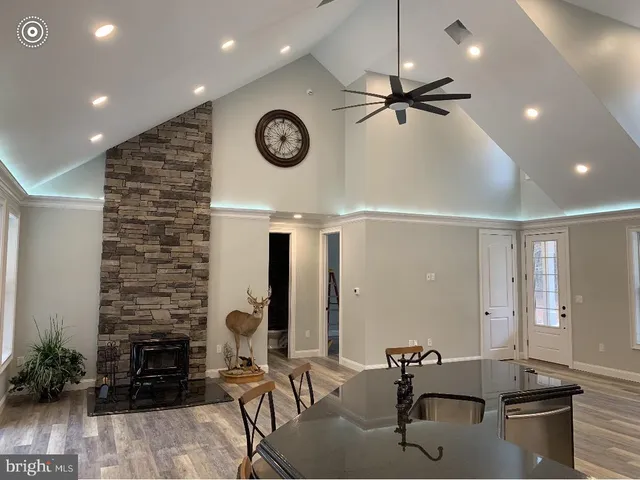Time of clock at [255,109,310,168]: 12:33
